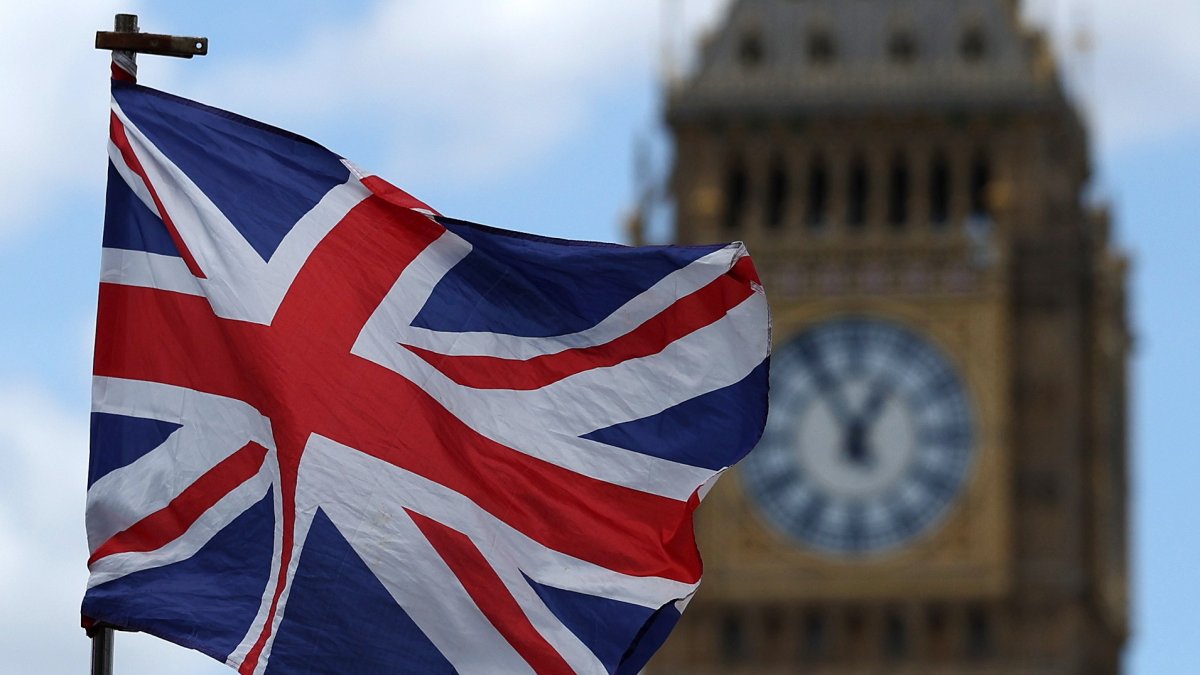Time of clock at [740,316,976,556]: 12:55
